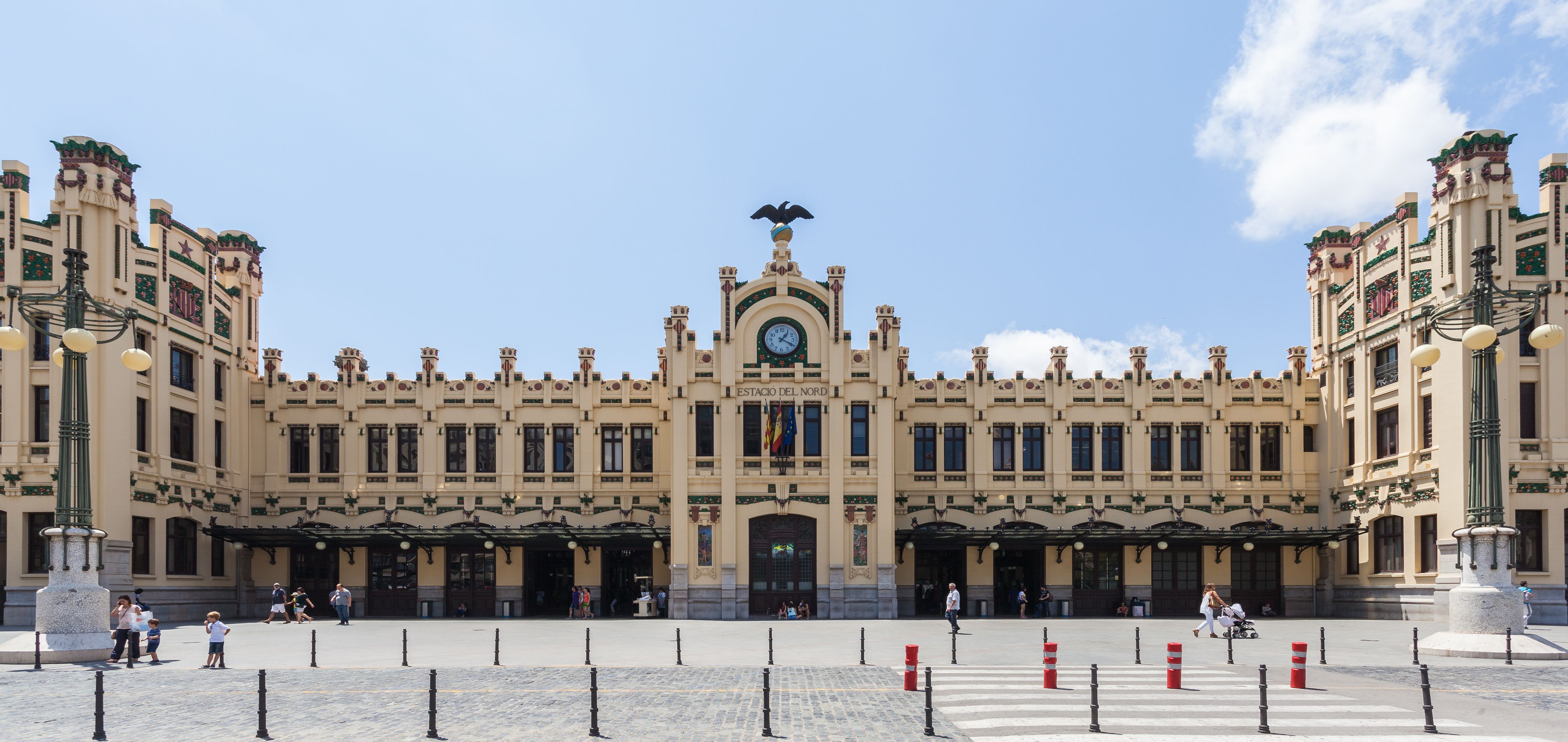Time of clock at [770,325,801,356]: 1:19
